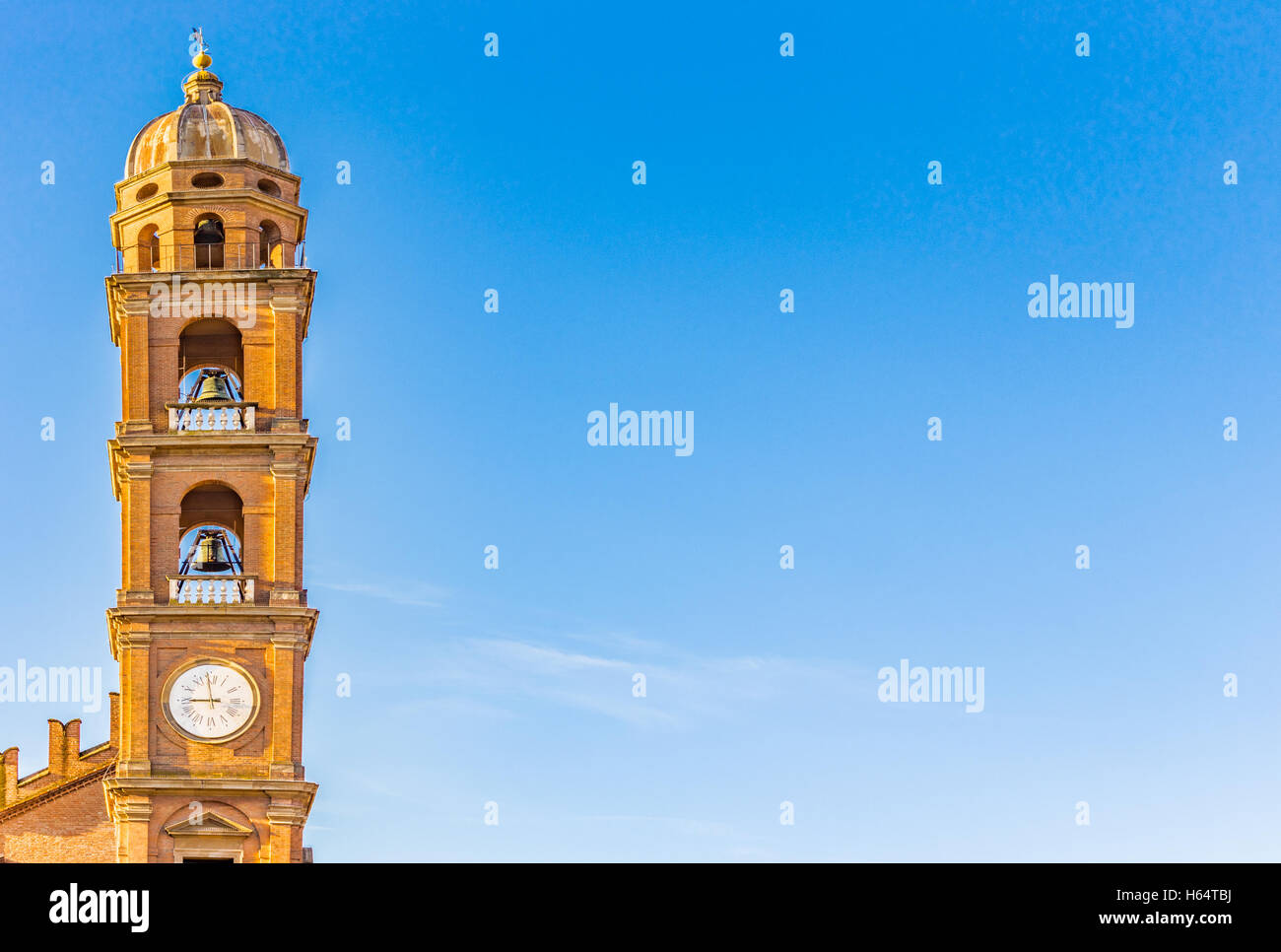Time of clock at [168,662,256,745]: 8:58
